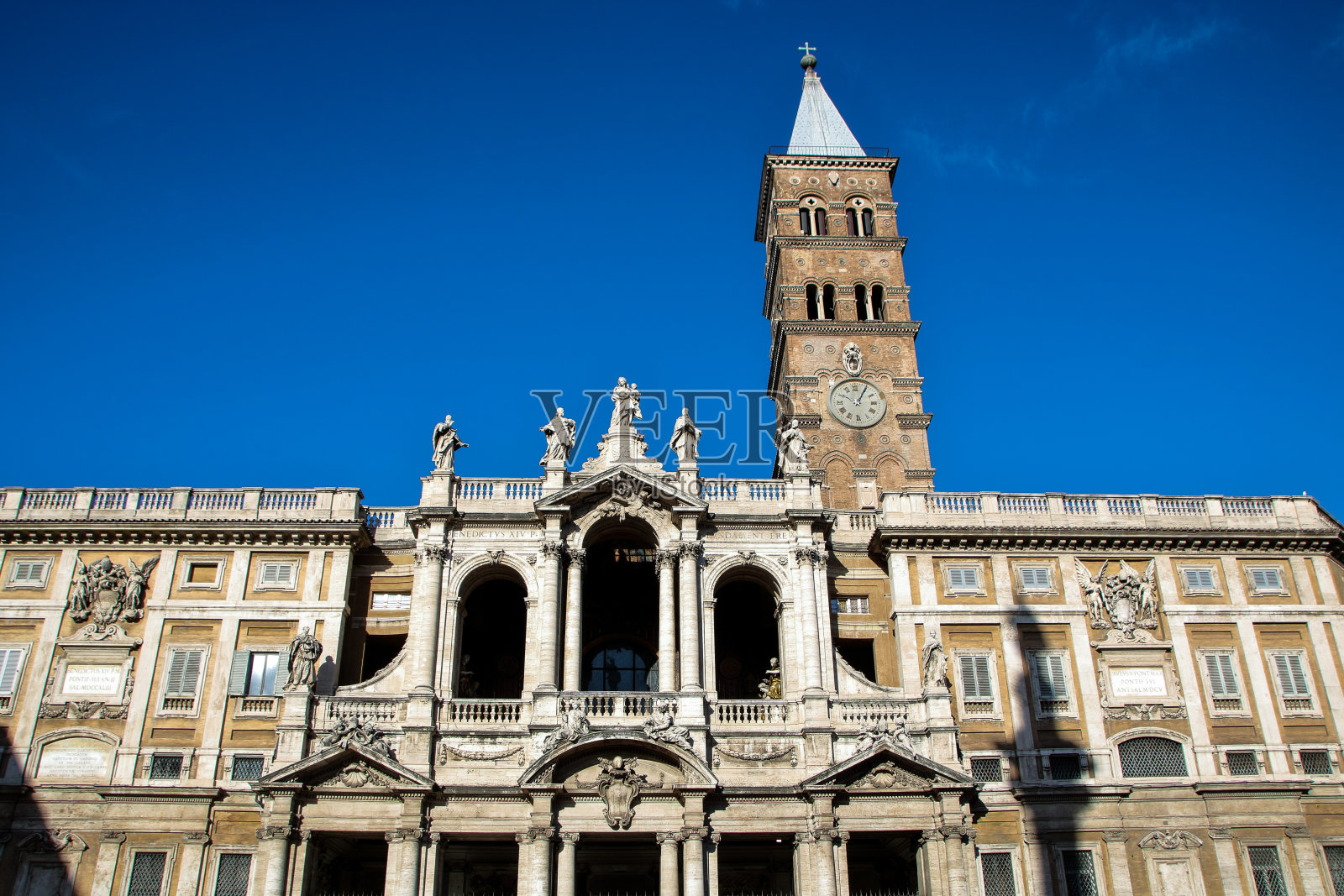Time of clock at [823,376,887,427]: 10:05
